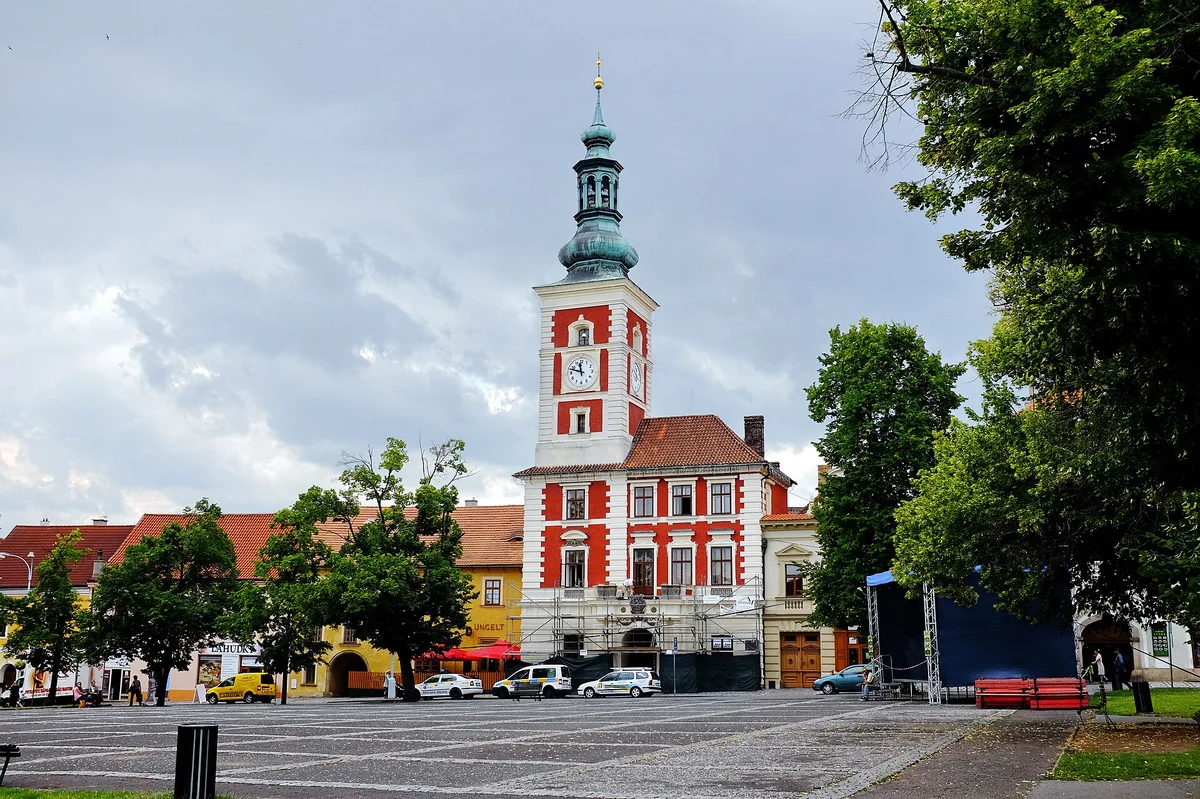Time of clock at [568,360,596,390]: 11:47
